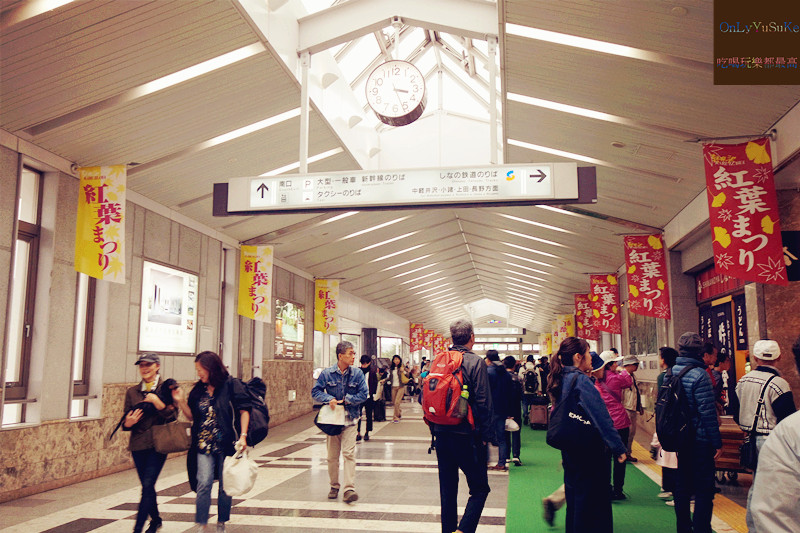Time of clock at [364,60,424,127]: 3:26
